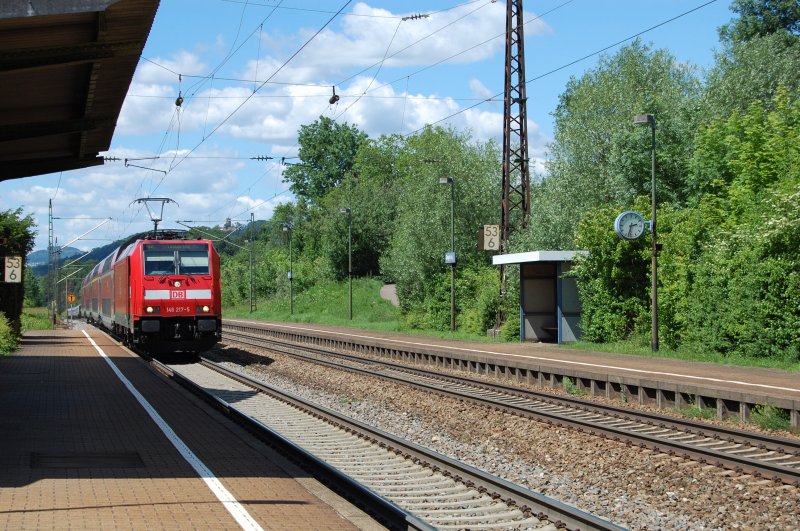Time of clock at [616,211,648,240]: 2:32
